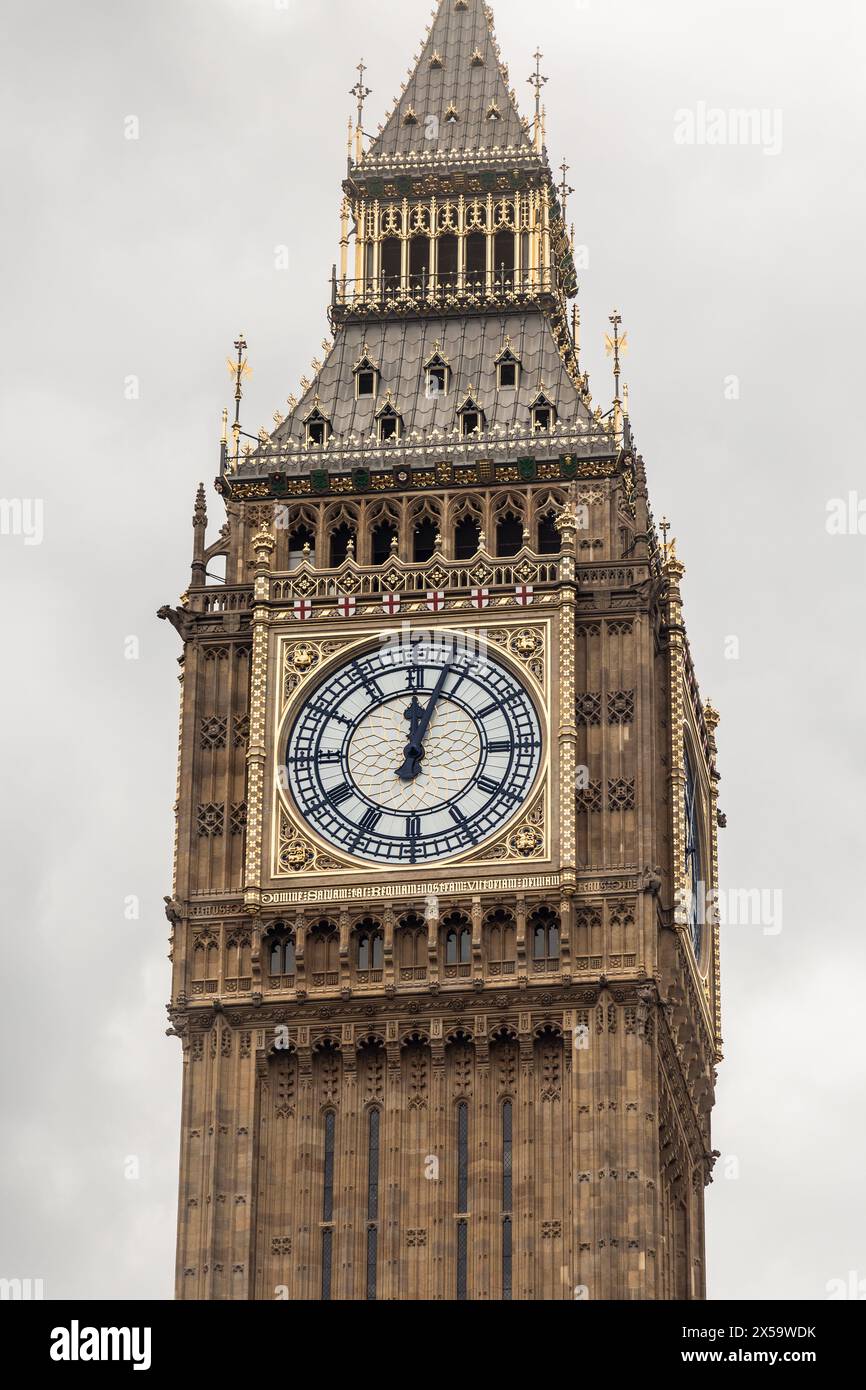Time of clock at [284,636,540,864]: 12:03
